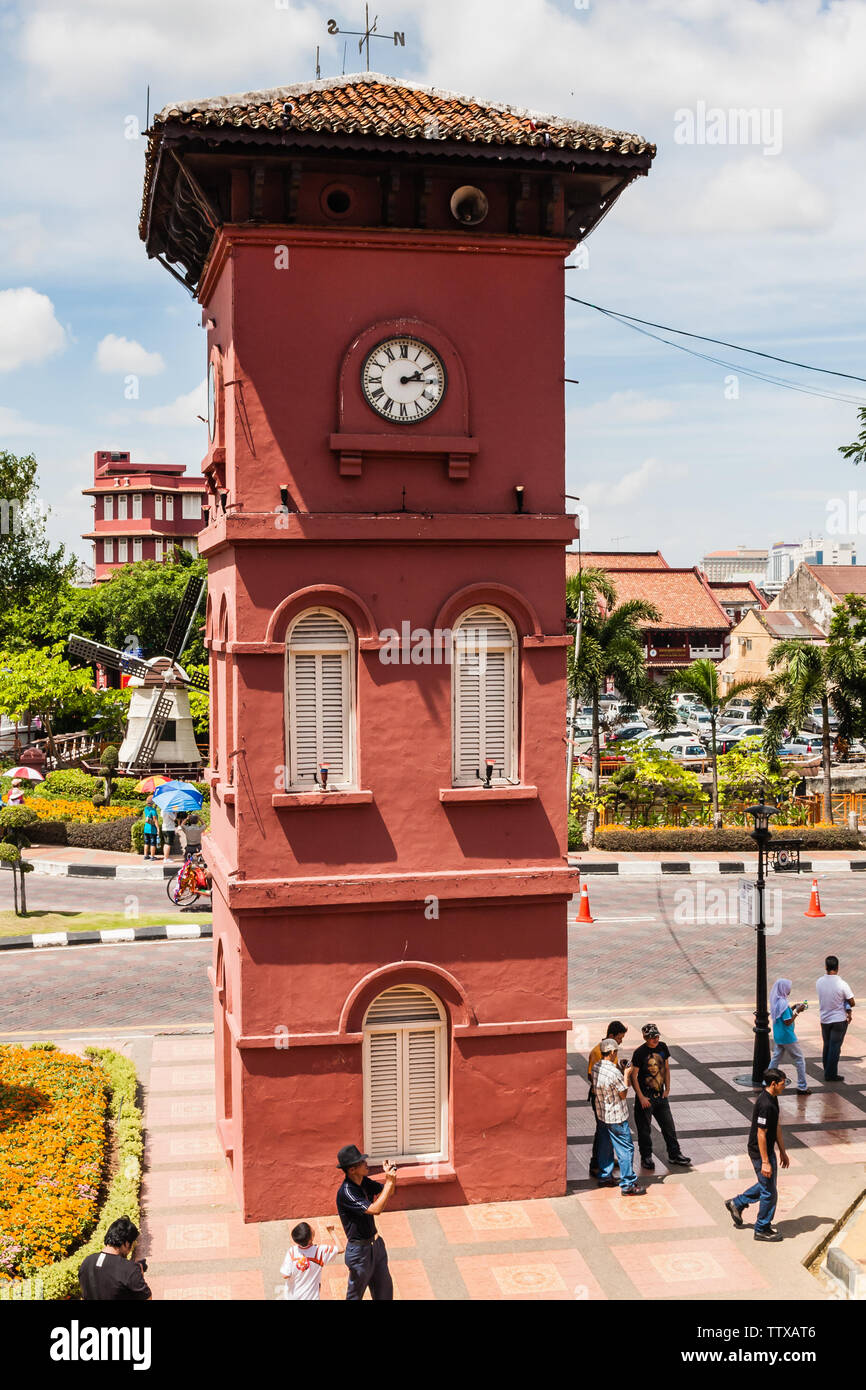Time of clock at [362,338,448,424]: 2:15
